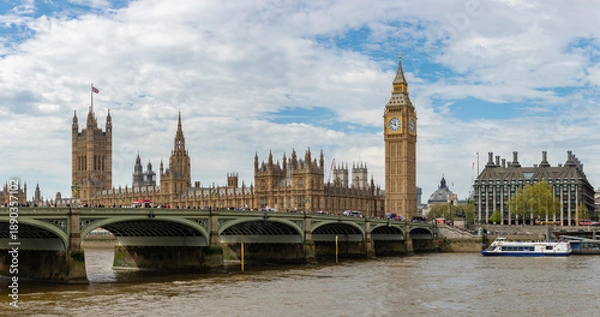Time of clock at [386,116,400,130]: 11:47
